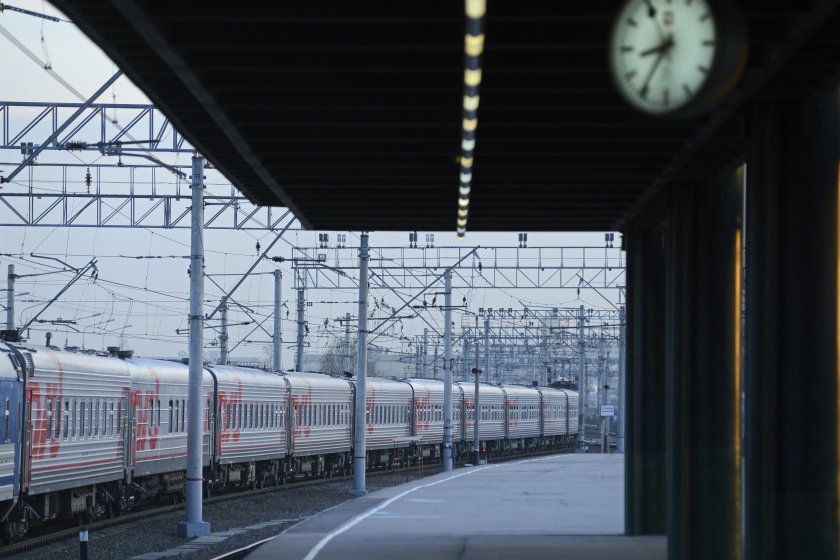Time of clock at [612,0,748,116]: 8:35
